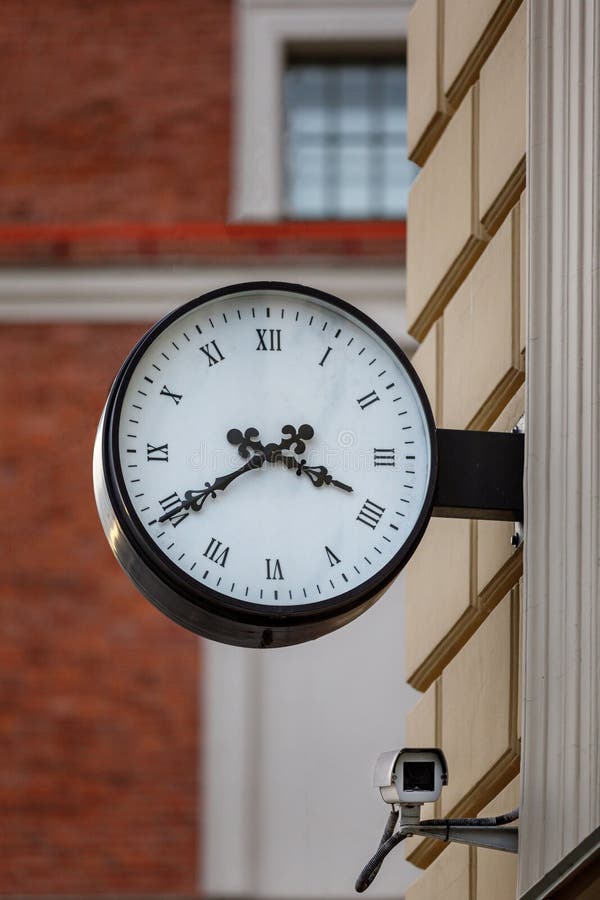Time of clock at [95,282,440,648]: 3:39
